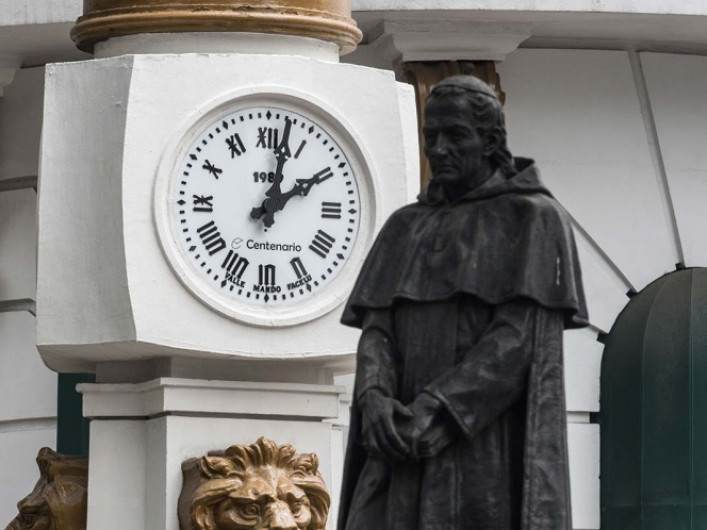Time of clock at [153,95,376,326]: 2:02
